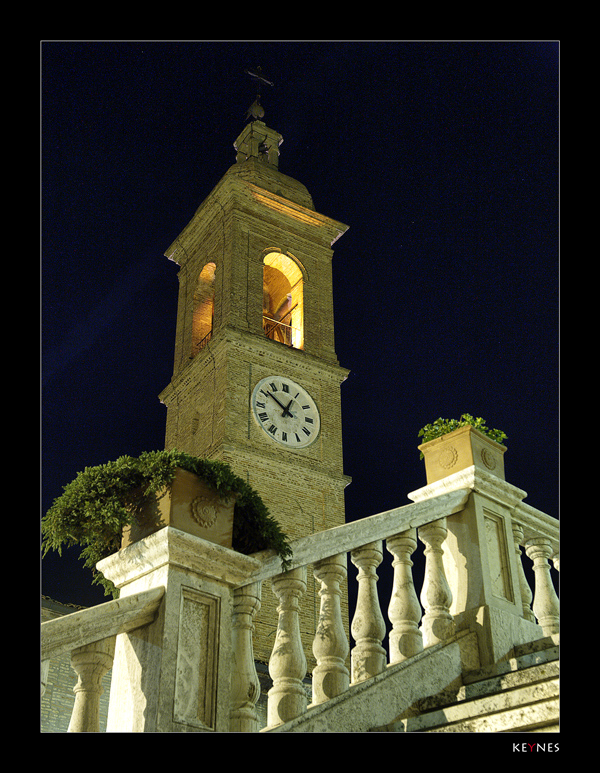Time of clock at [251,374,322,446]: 12:51
